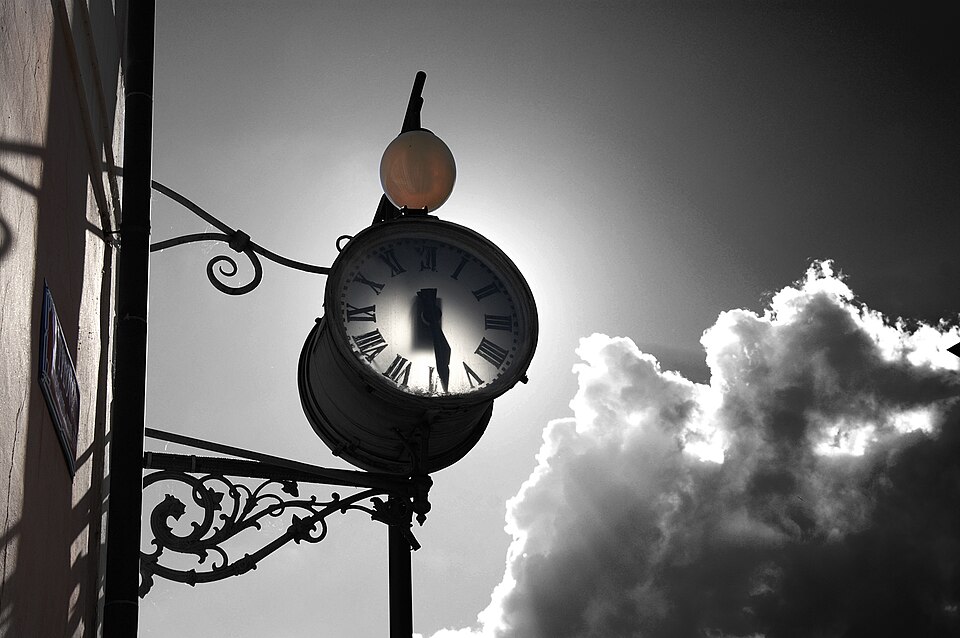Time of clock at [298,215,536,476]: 6:28
